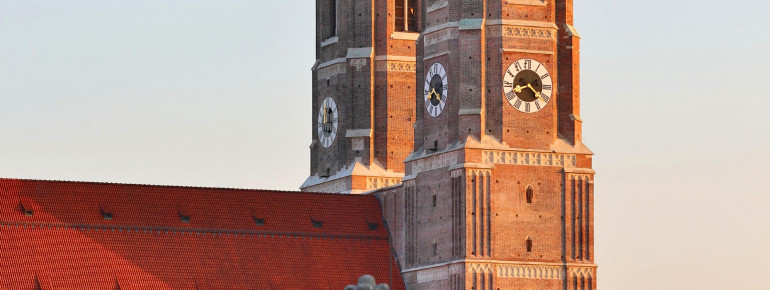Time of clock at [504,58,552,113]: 8:21
